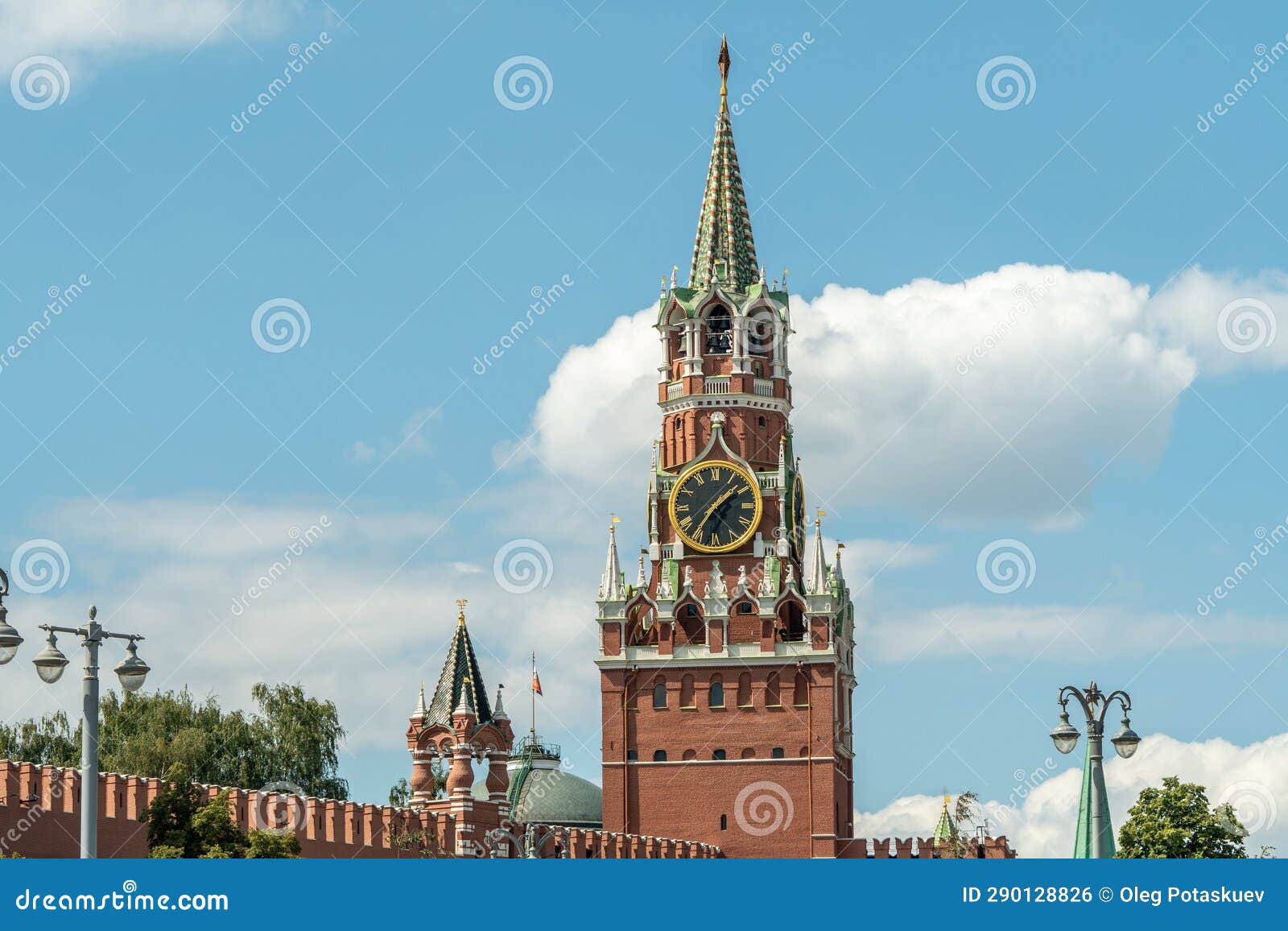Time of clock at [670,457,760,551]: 1:36
